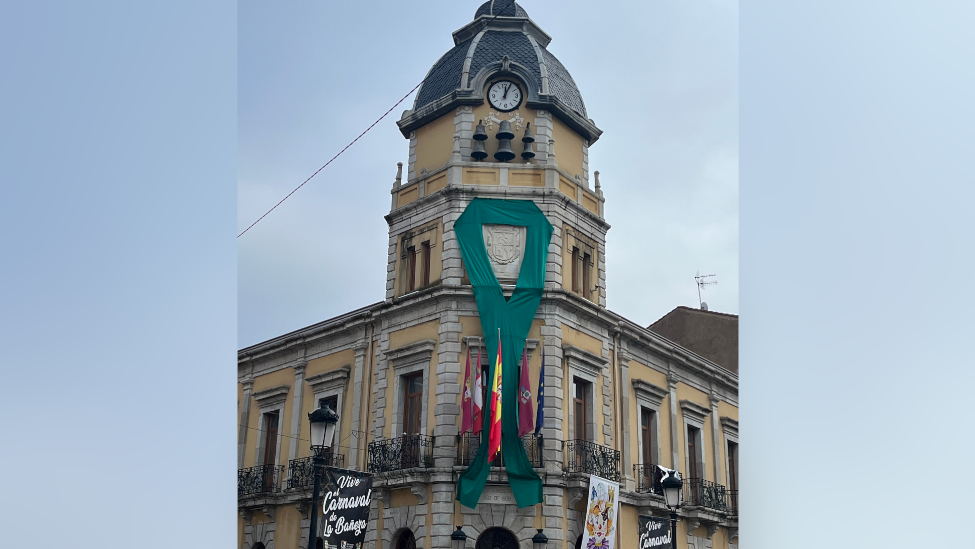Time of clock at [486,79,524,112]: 12:04
